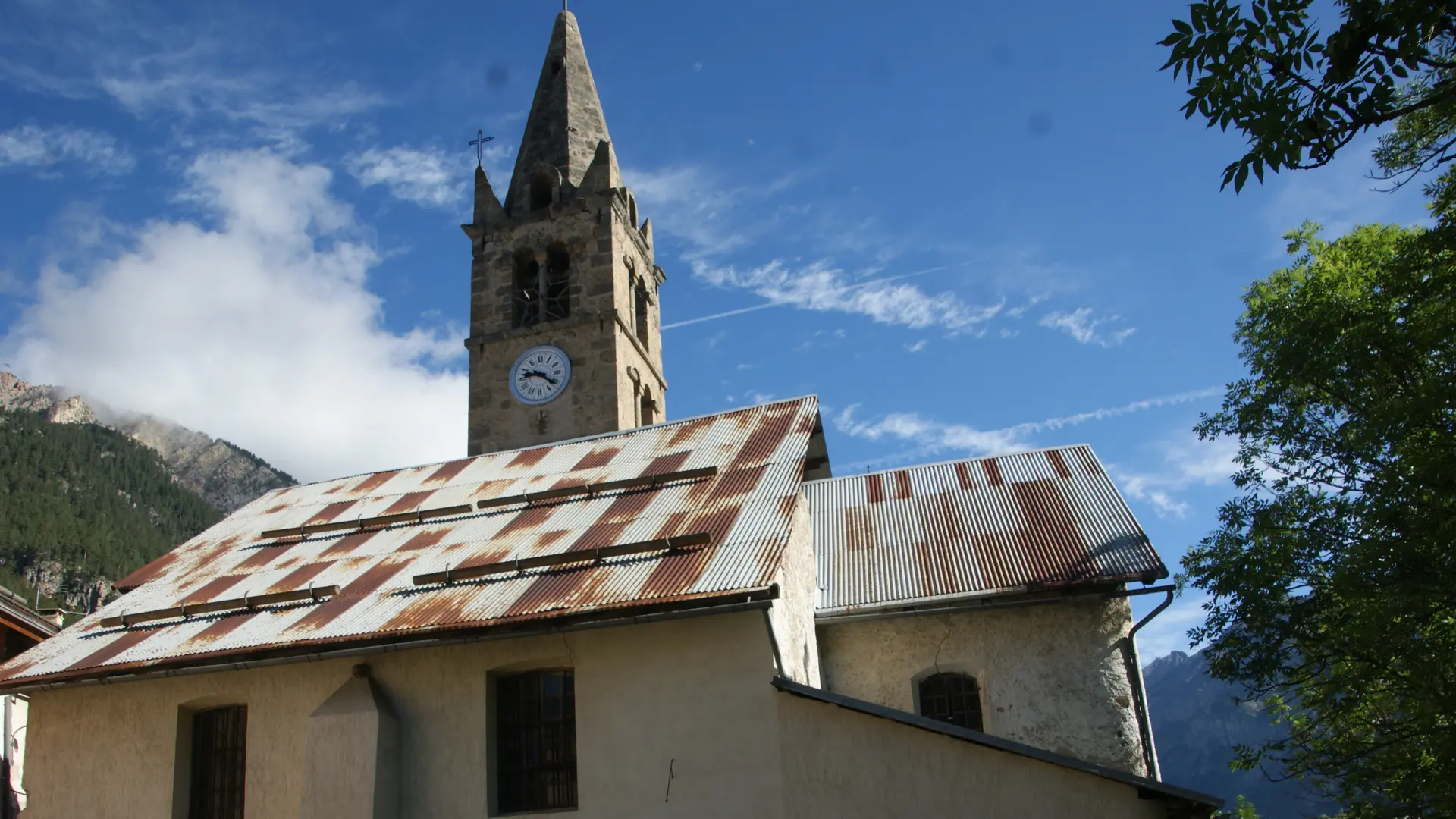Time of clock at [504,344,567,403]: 9:21
